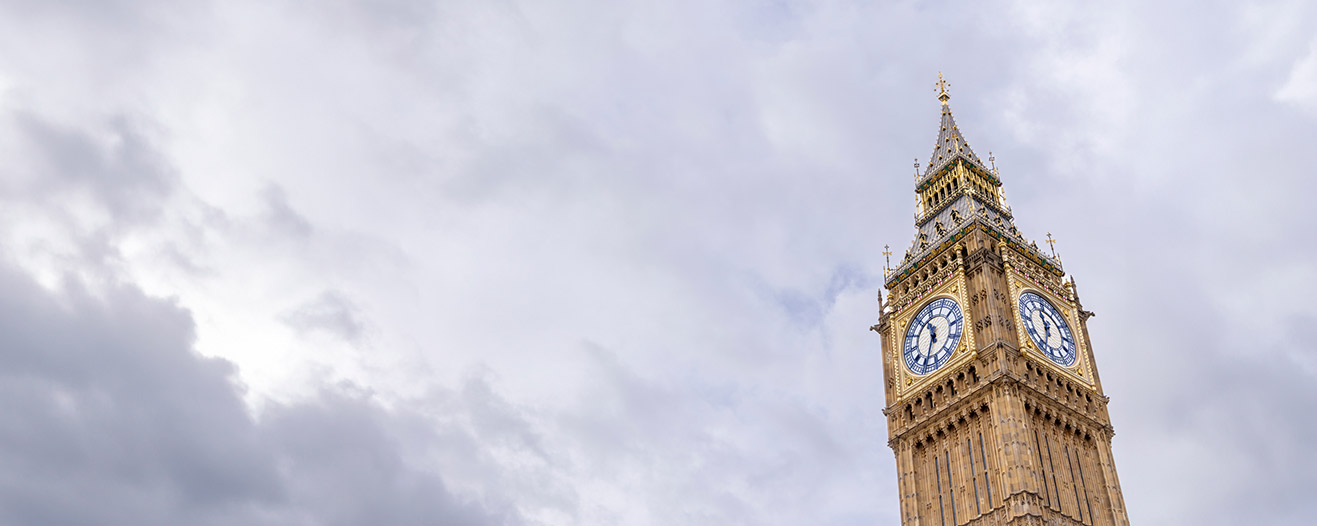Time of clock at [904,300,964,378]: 11:34
